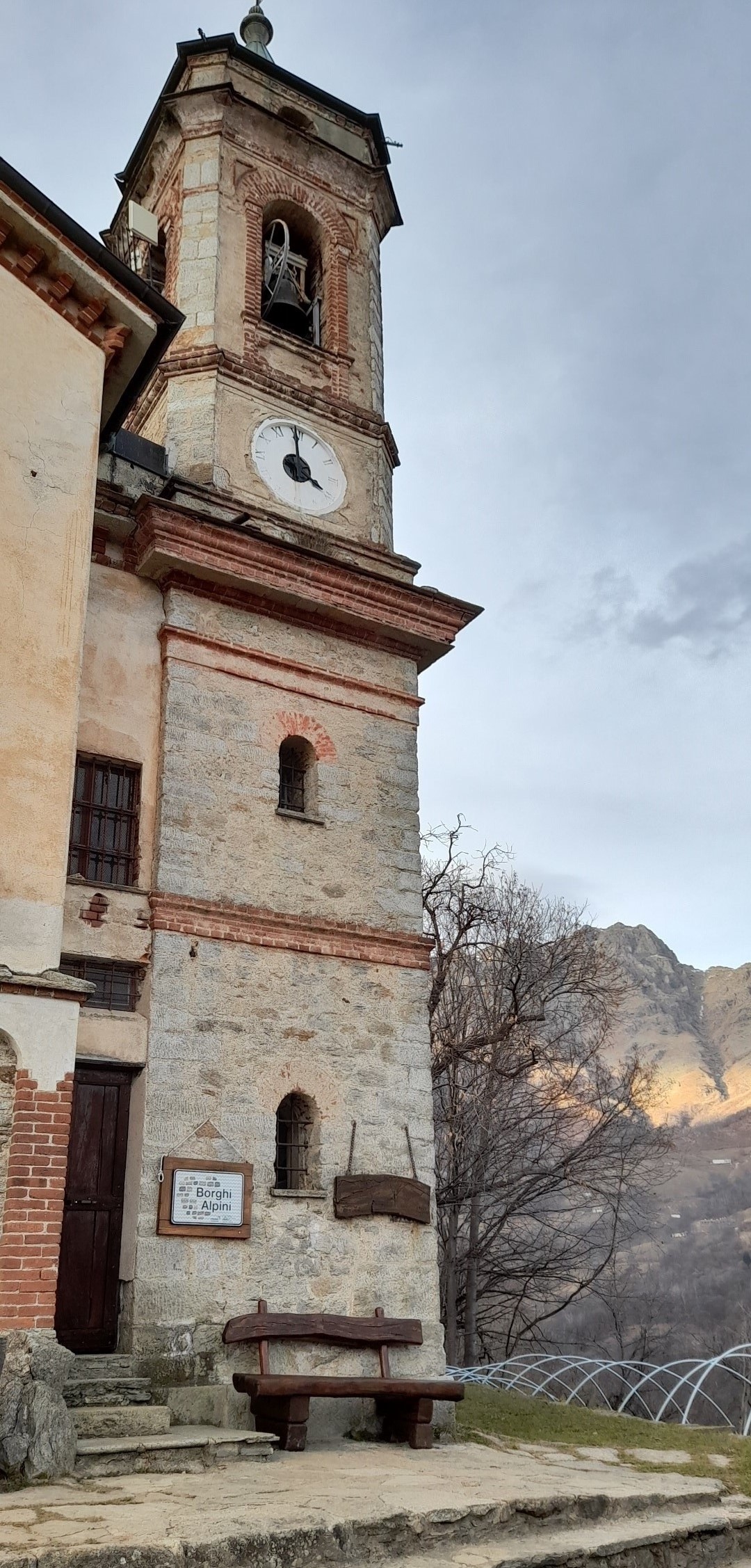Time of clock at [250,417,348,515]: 3:59
